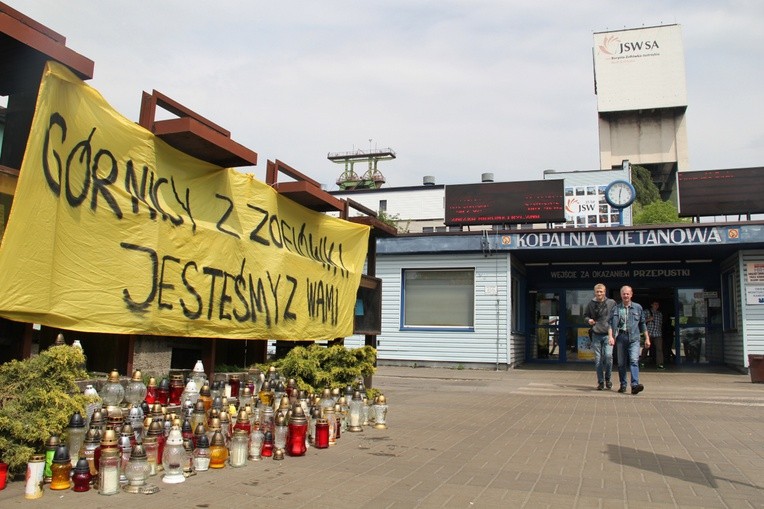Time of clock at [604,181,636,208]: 12:30
